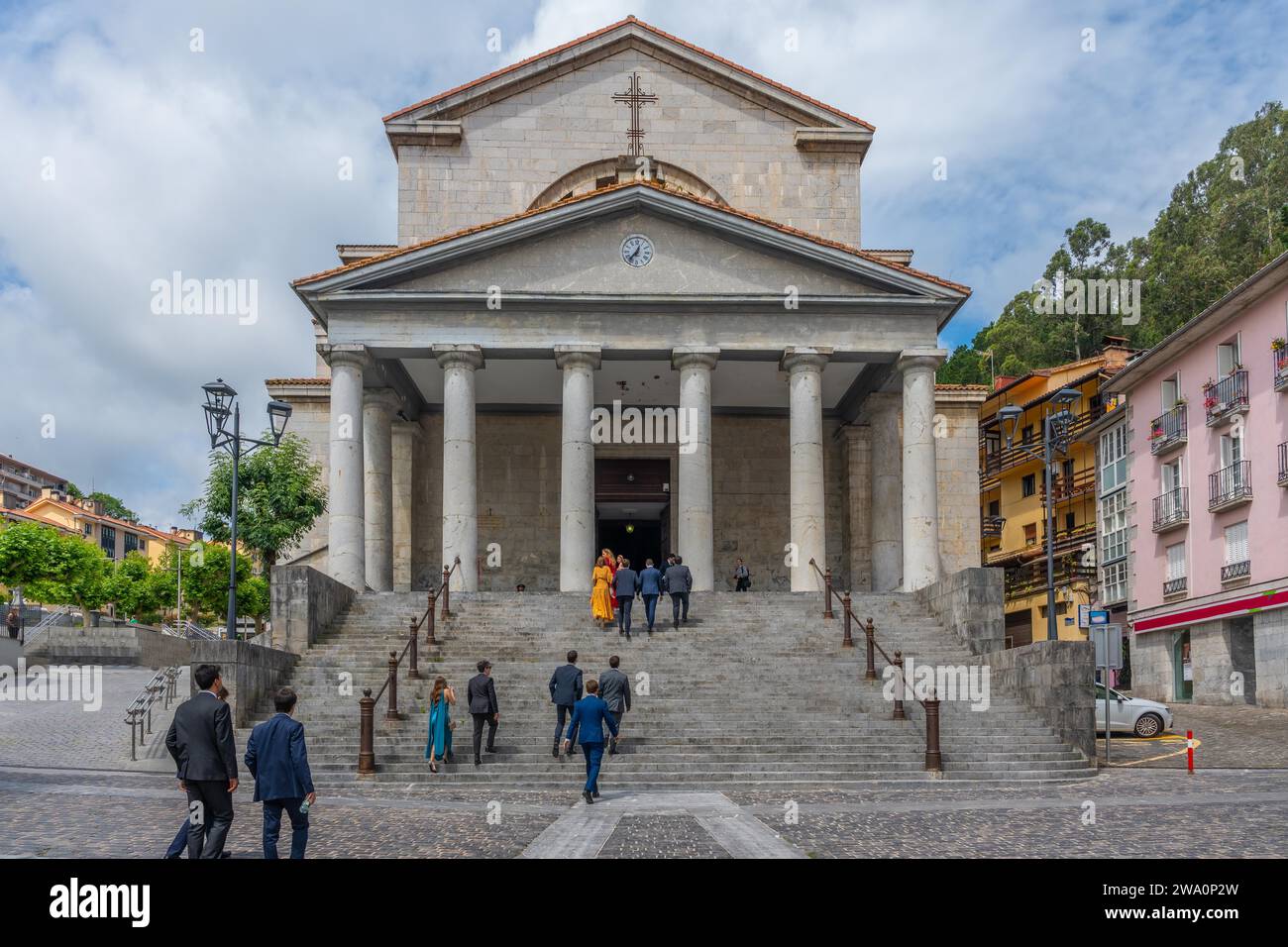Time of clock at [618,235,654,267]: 12:36
